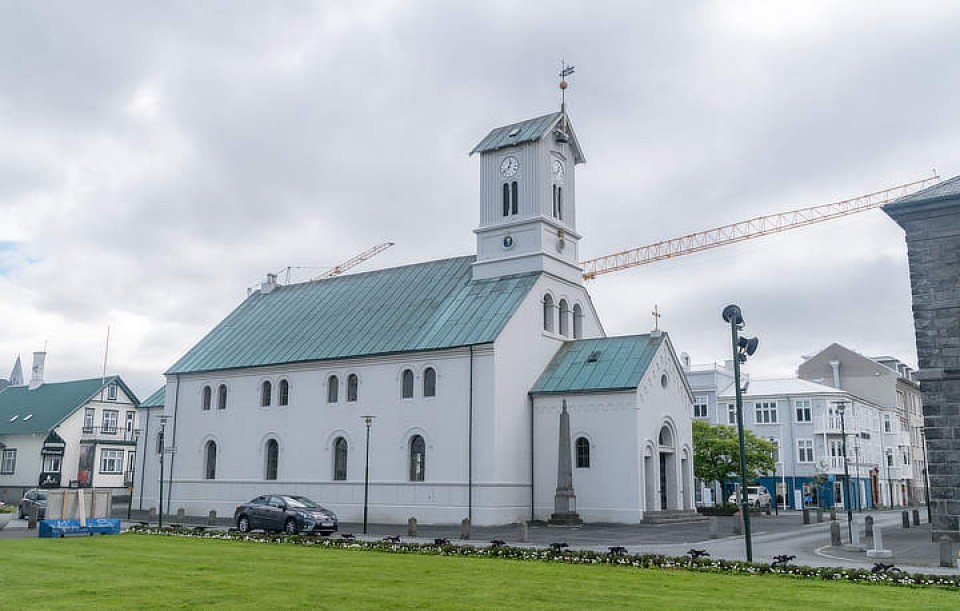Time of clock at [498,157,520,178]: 12:38
